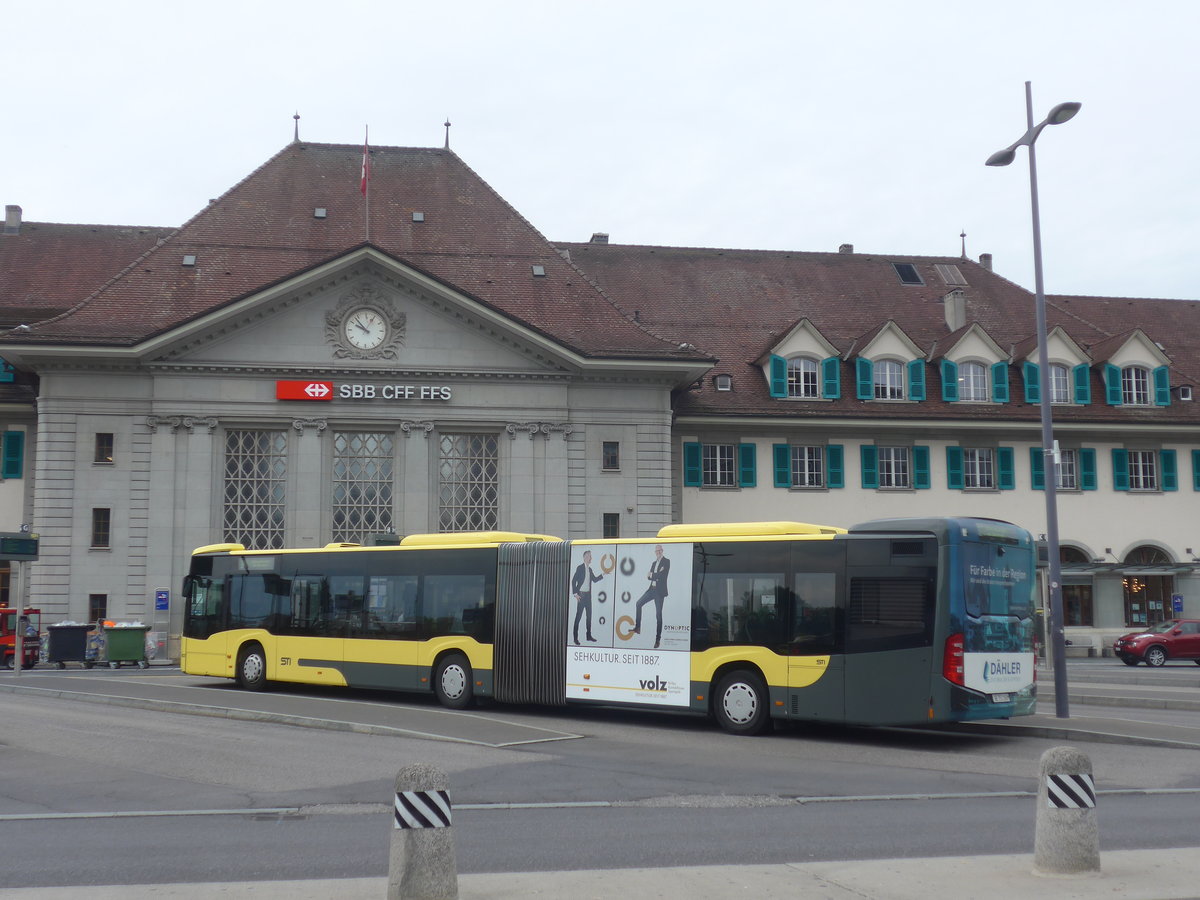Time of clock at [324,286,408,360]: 9:53
